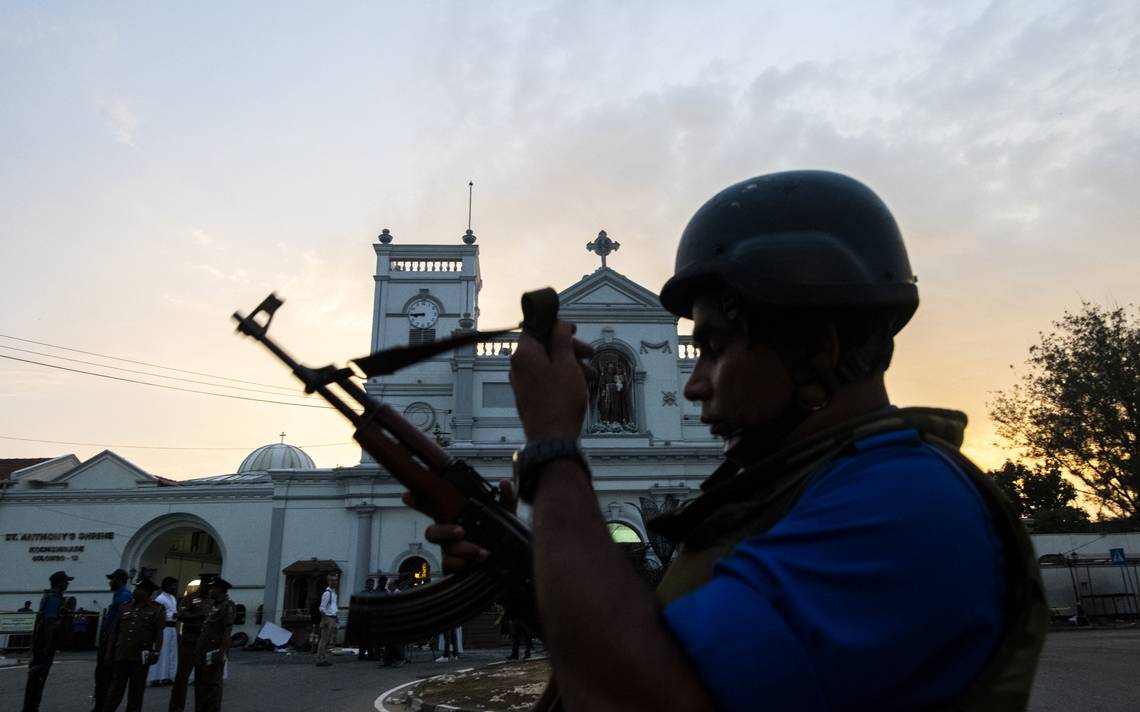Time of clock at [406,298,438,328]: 8:45
